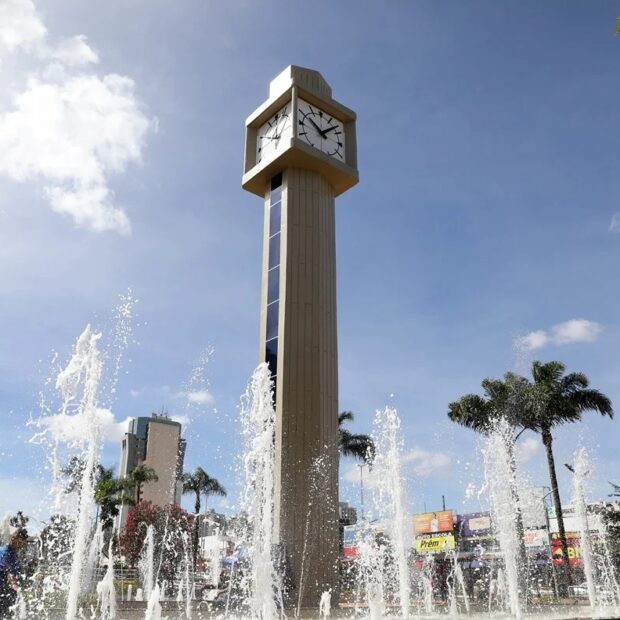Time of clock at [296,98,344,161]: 10:07
